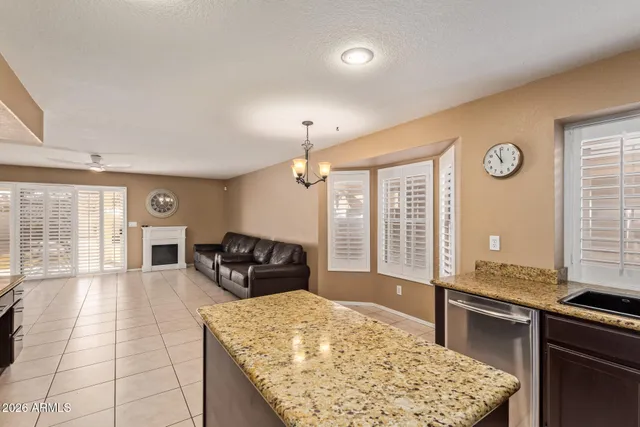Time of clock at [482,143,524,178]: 10:59
